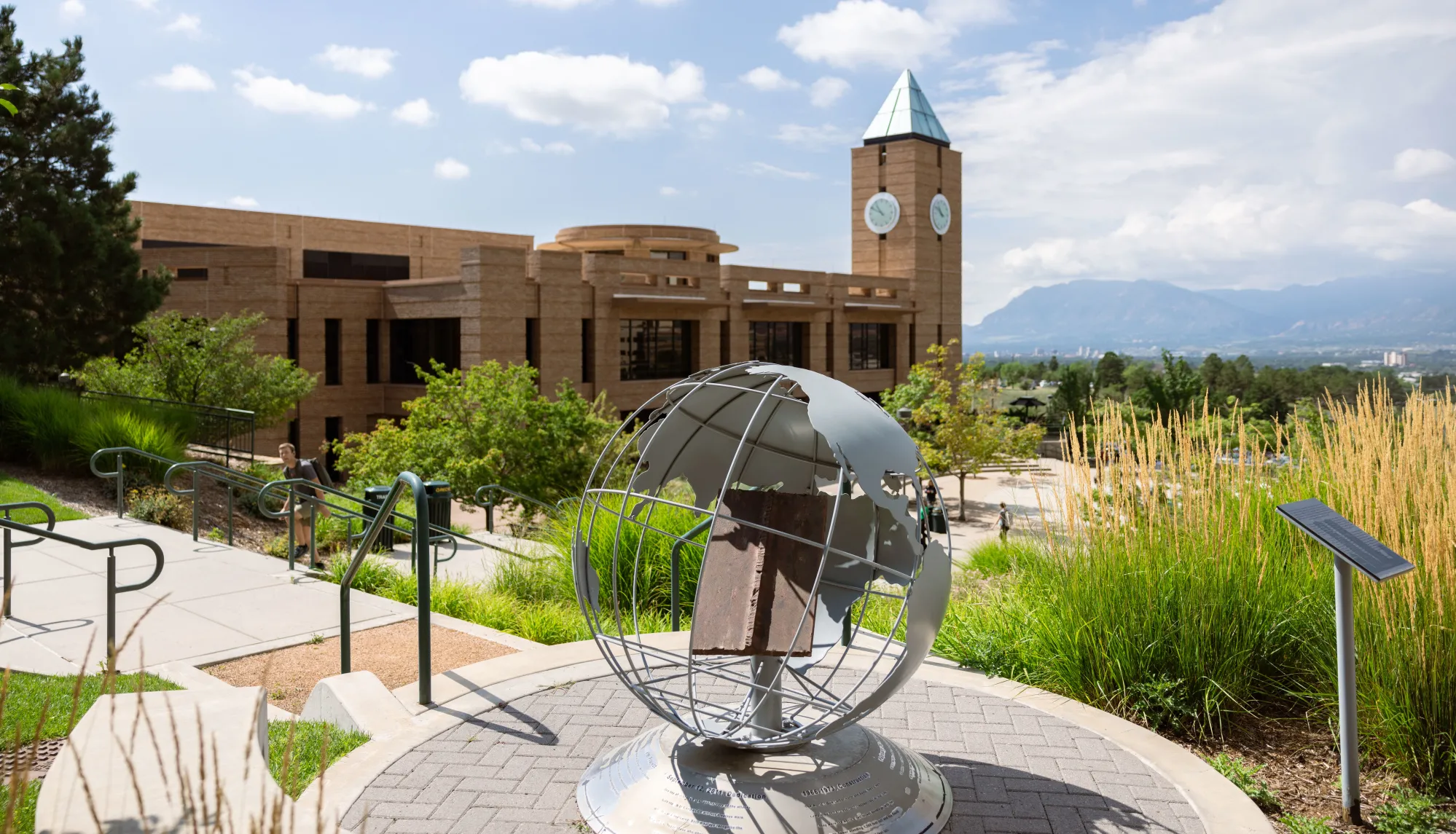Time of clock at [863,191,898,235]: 10:49
